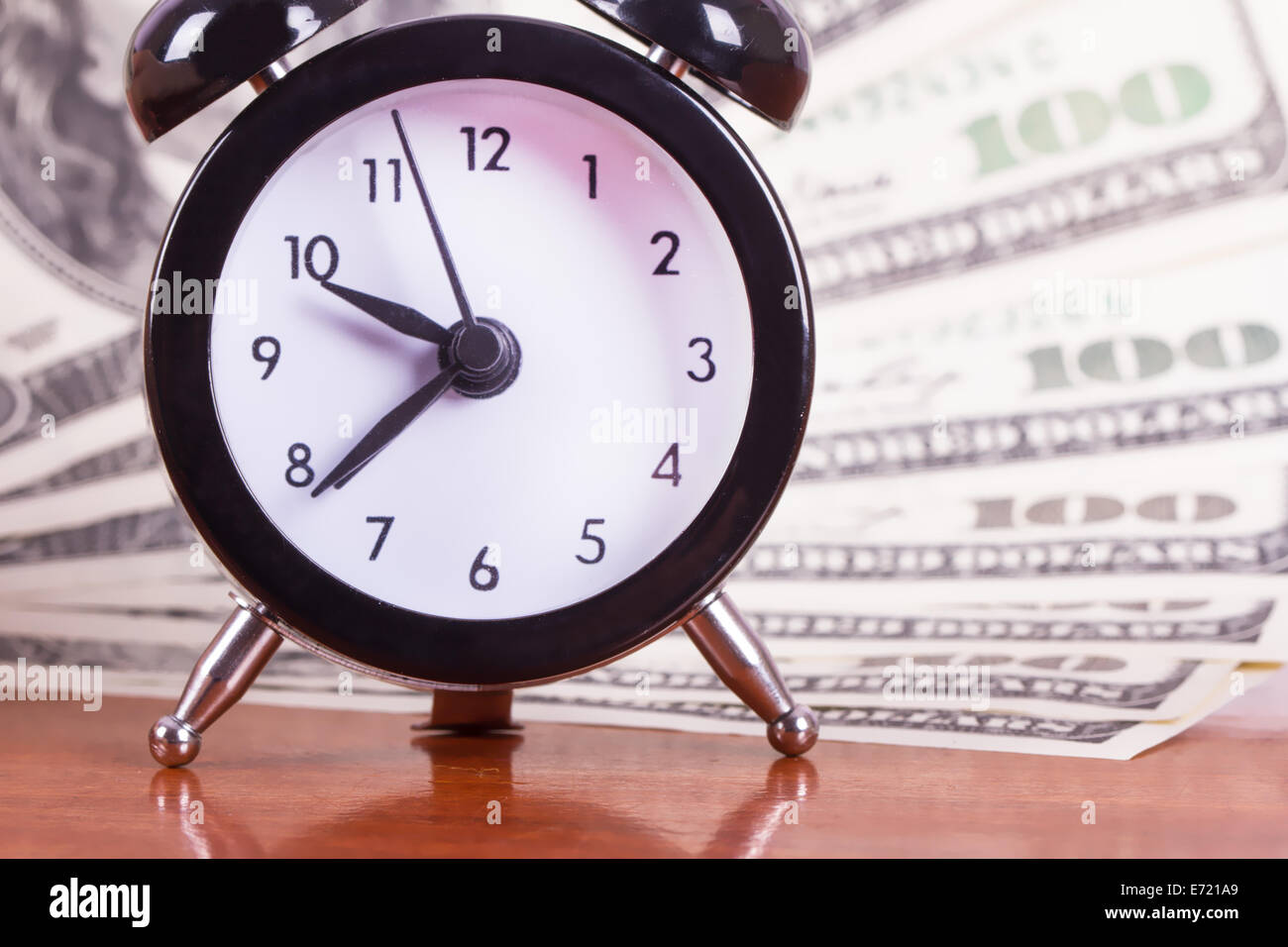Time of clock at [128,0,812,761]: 9:38
